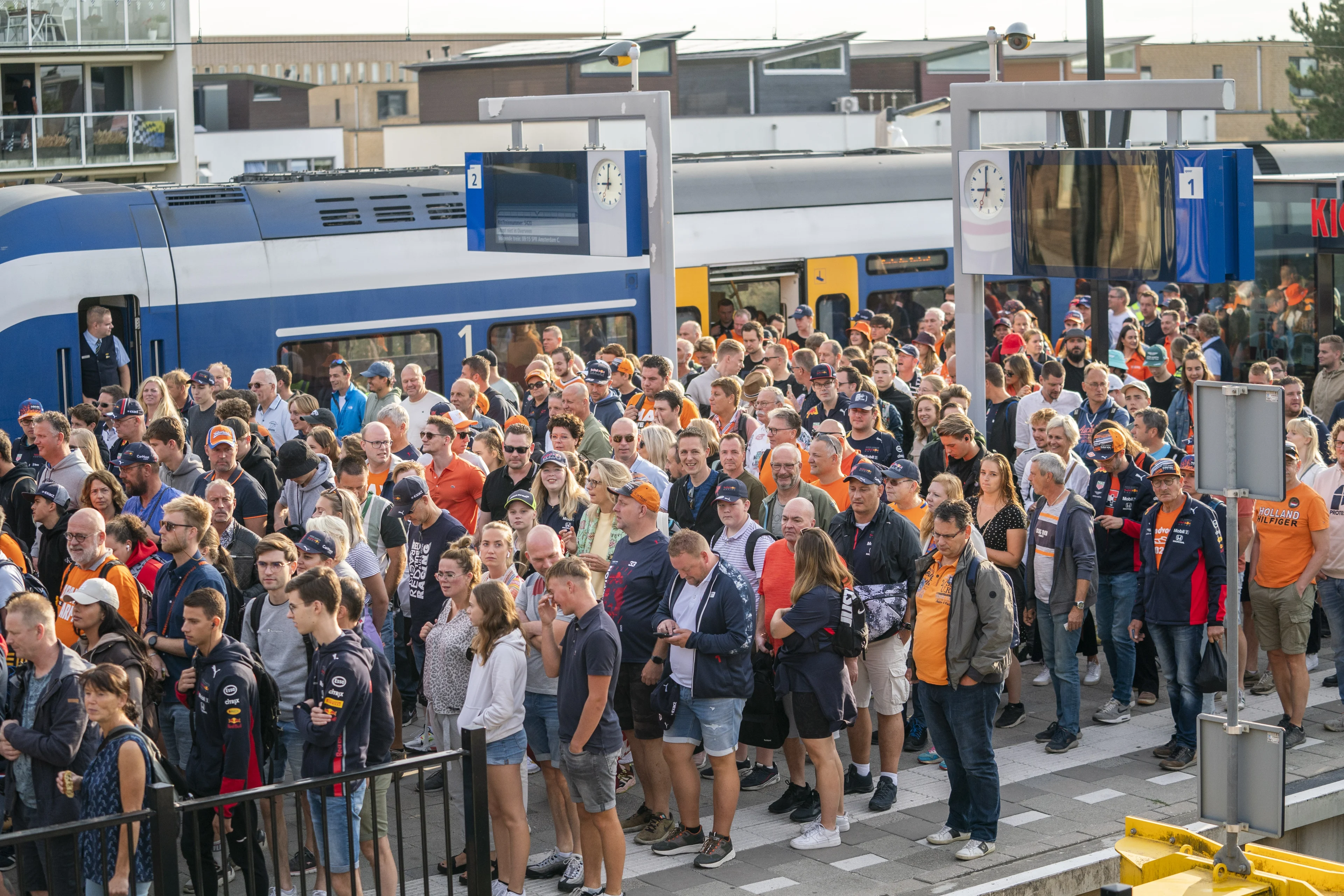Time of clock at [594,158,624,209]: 8:59
